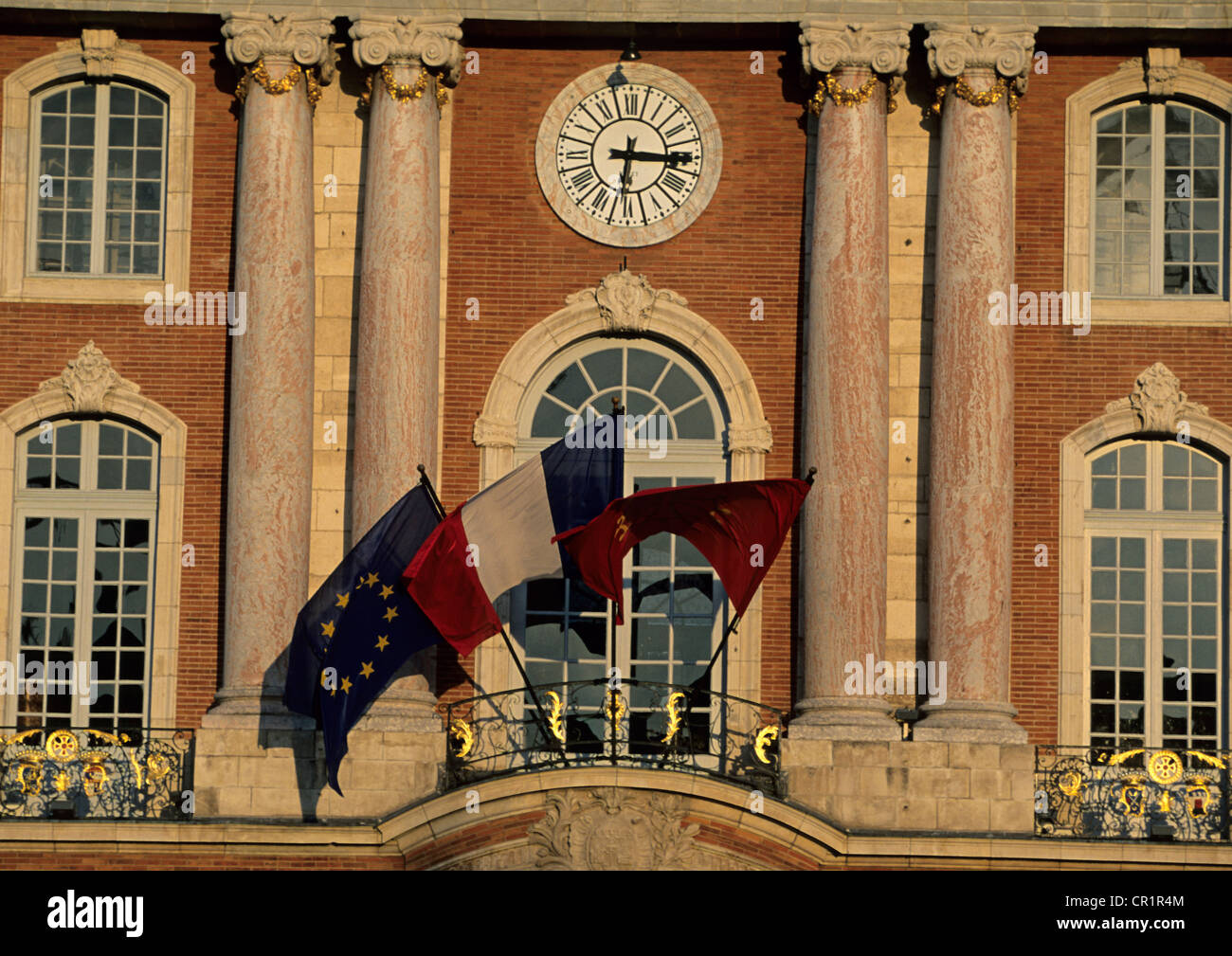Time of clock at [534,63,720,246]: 6:15
